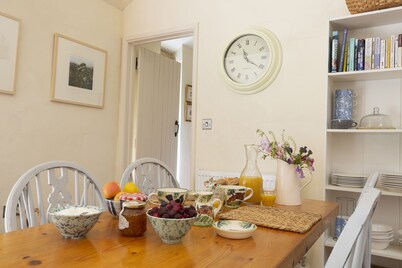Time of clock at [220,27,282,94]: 11:20
